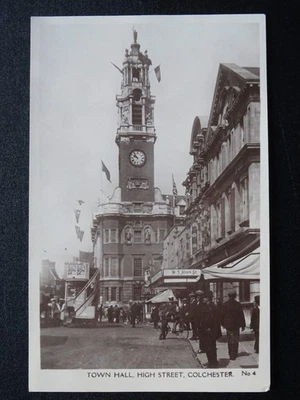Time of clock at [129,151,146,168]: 9:53
